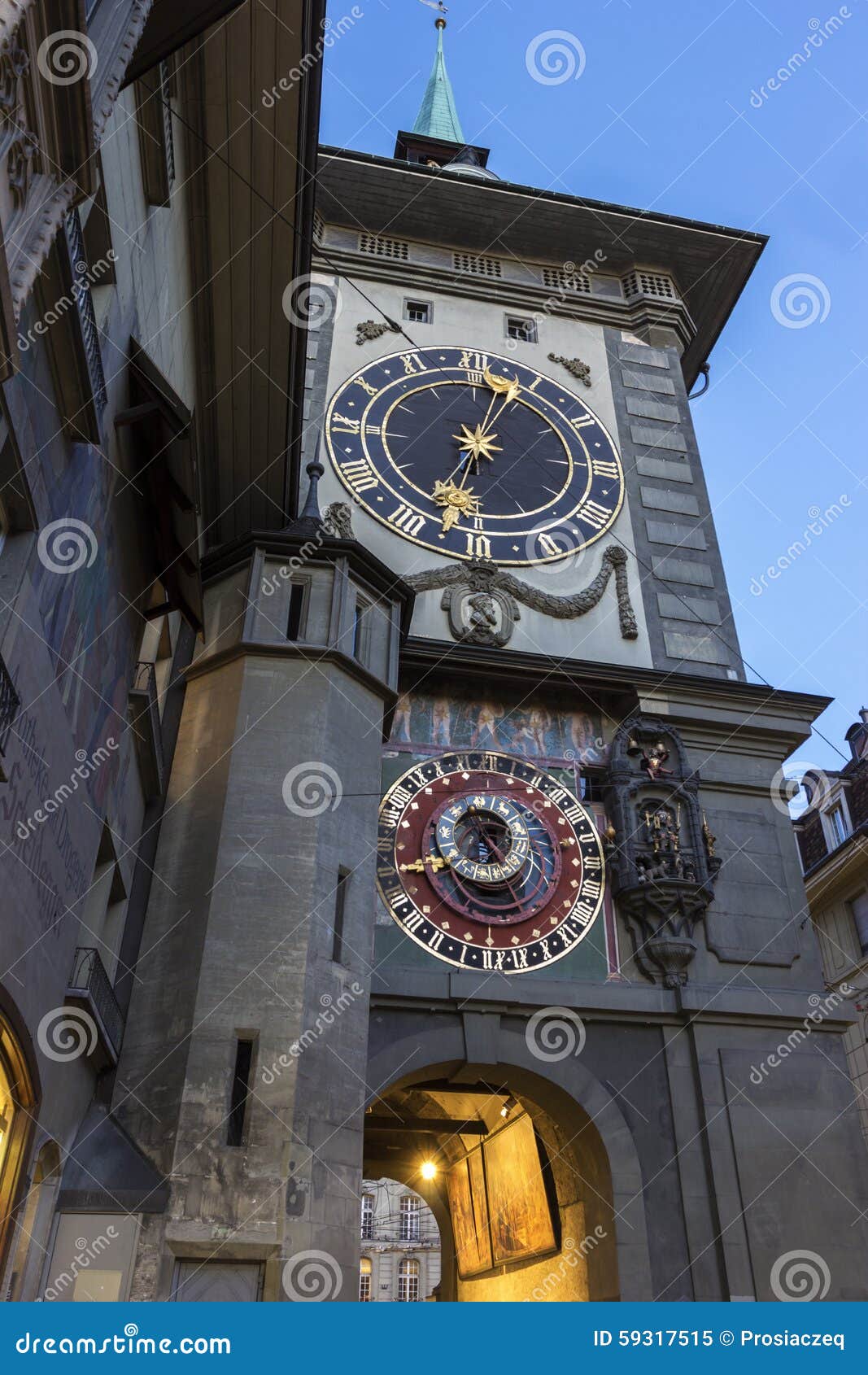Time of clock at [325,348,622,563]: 12:32
